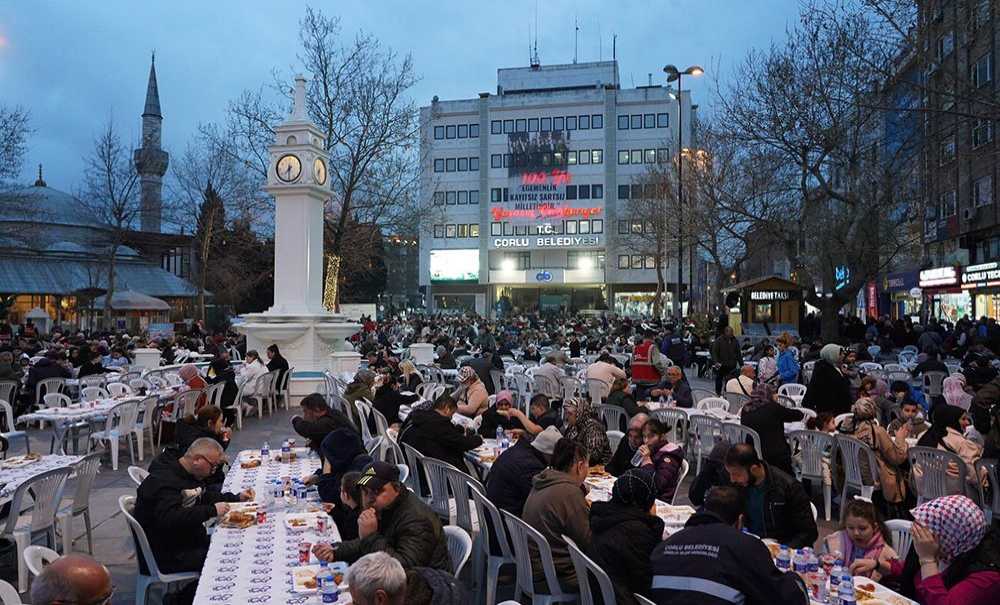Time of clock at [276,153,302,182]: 7:30
